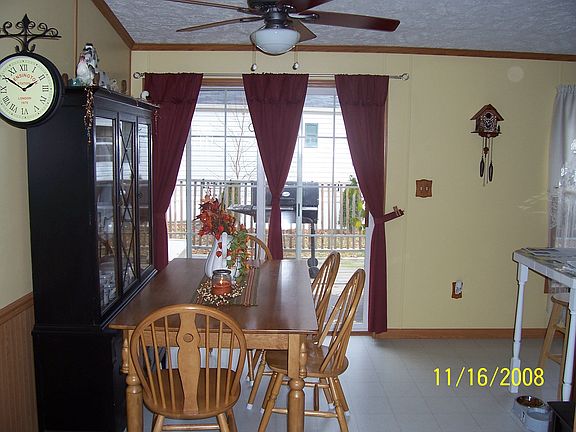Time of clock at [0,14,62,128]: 1:50
